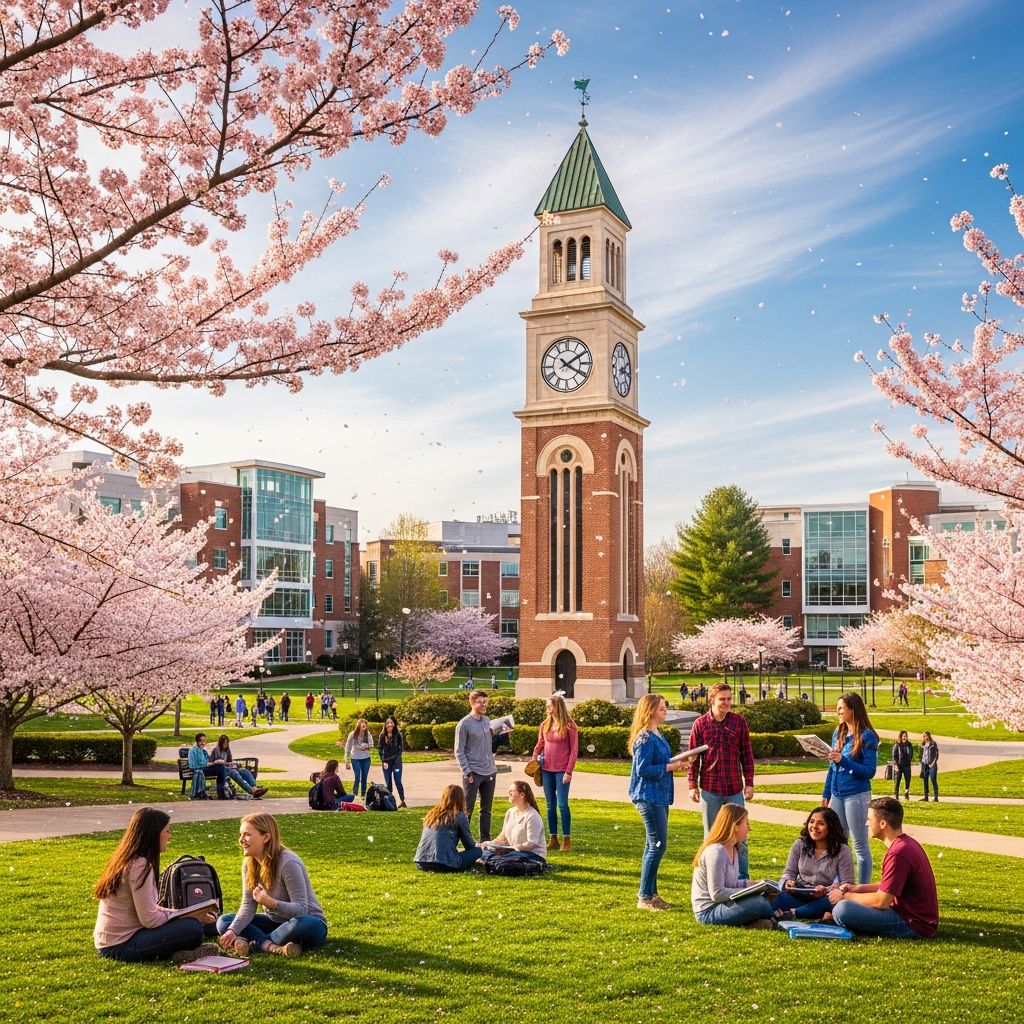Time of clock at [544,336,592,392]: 4:09
